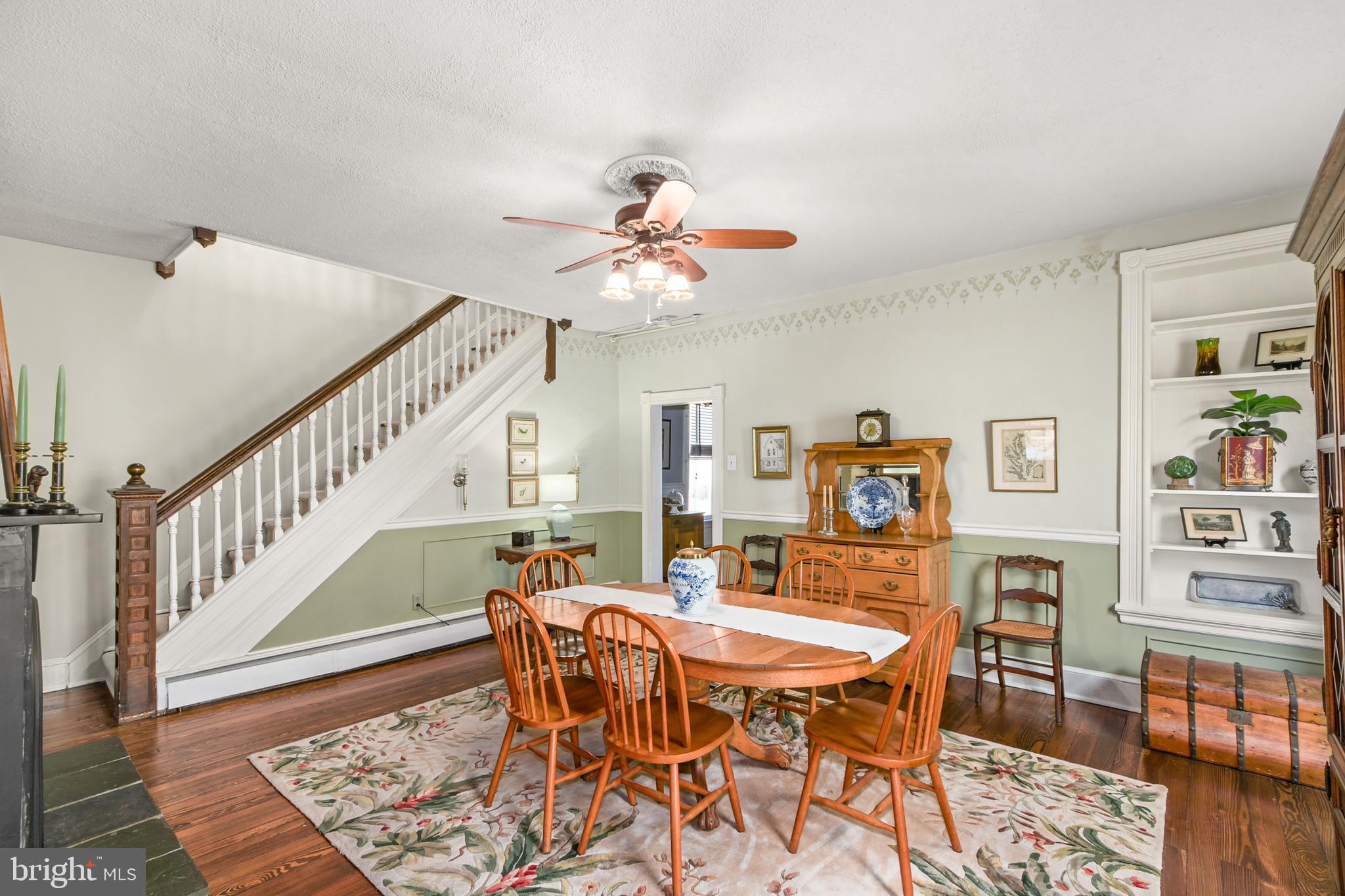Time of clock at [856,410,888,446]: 11:35
